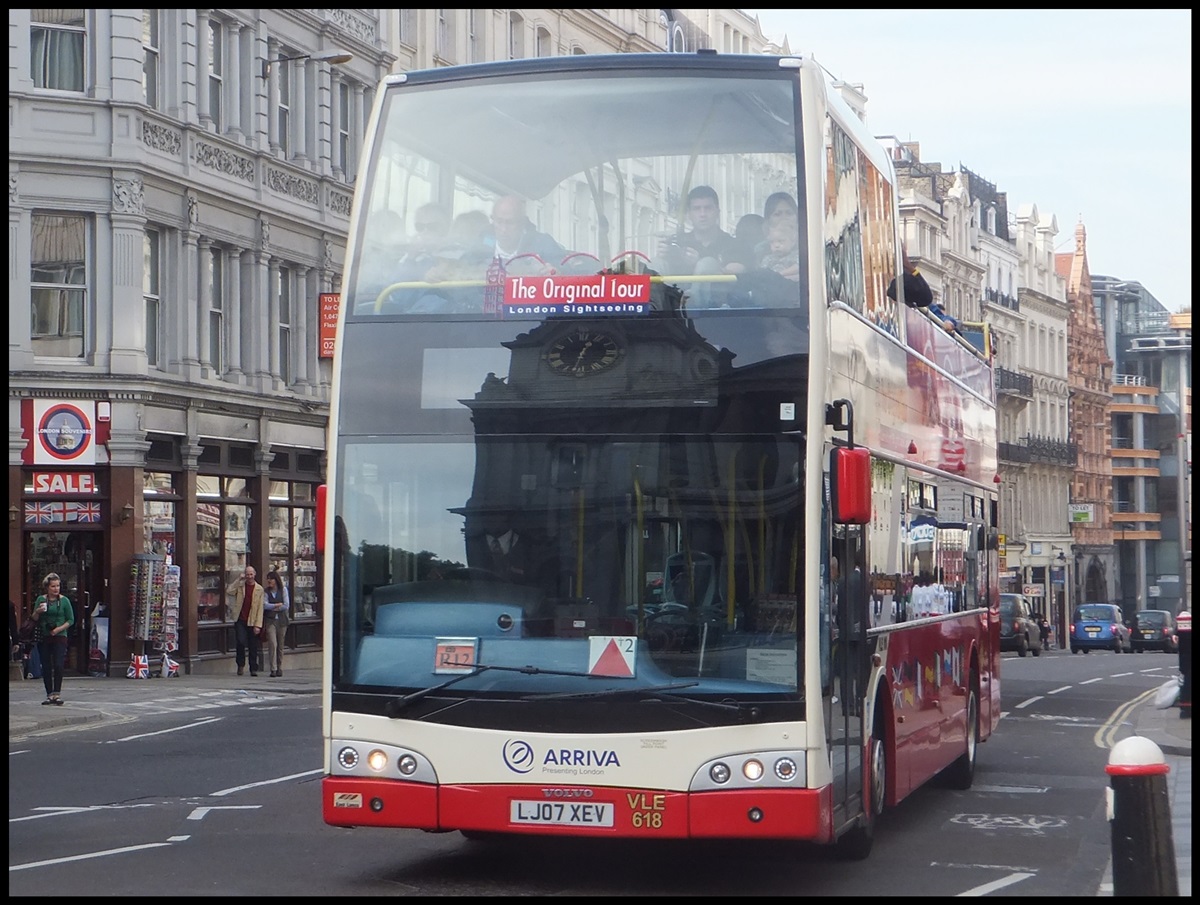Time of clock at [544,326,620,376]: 12:32
